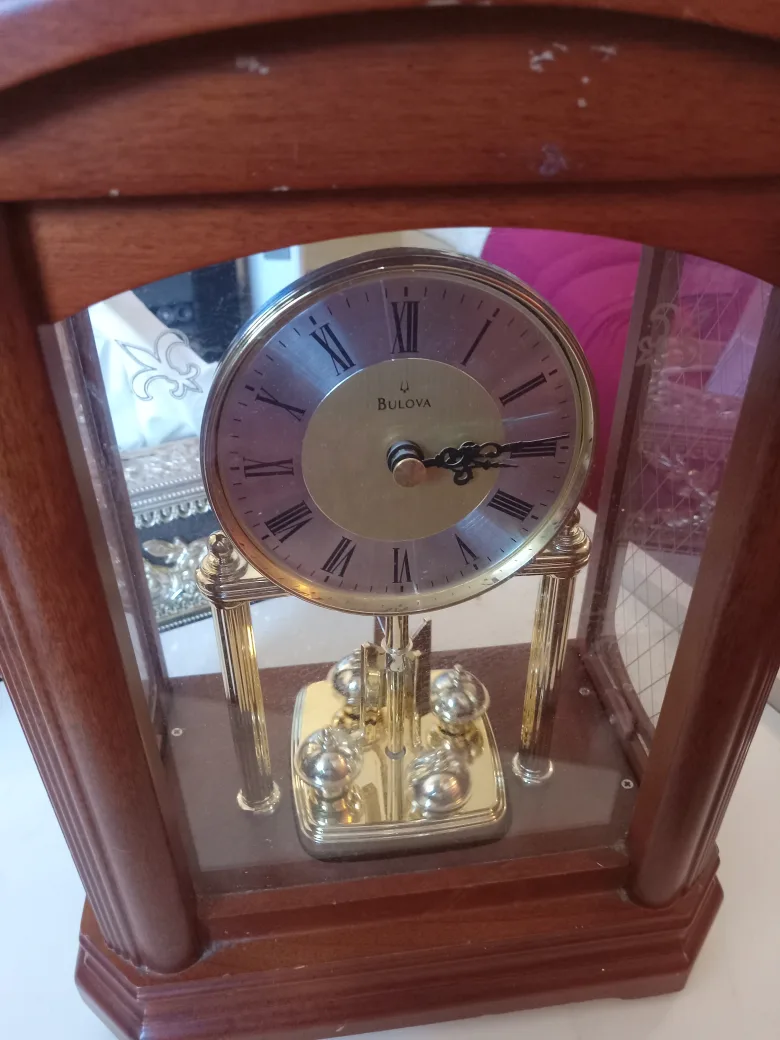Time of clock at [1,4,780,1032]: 3:13
